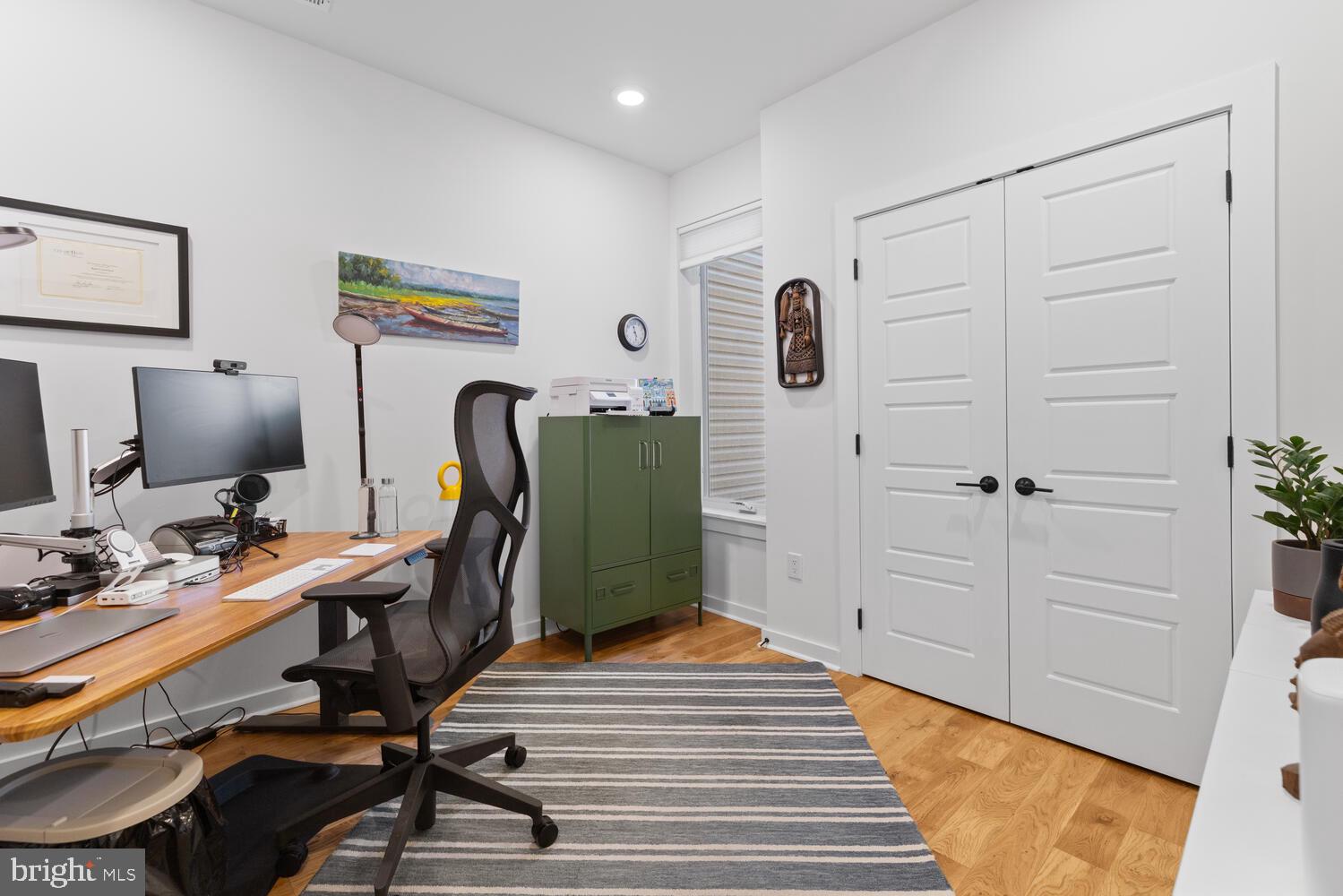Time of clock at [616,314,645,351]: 11:28
